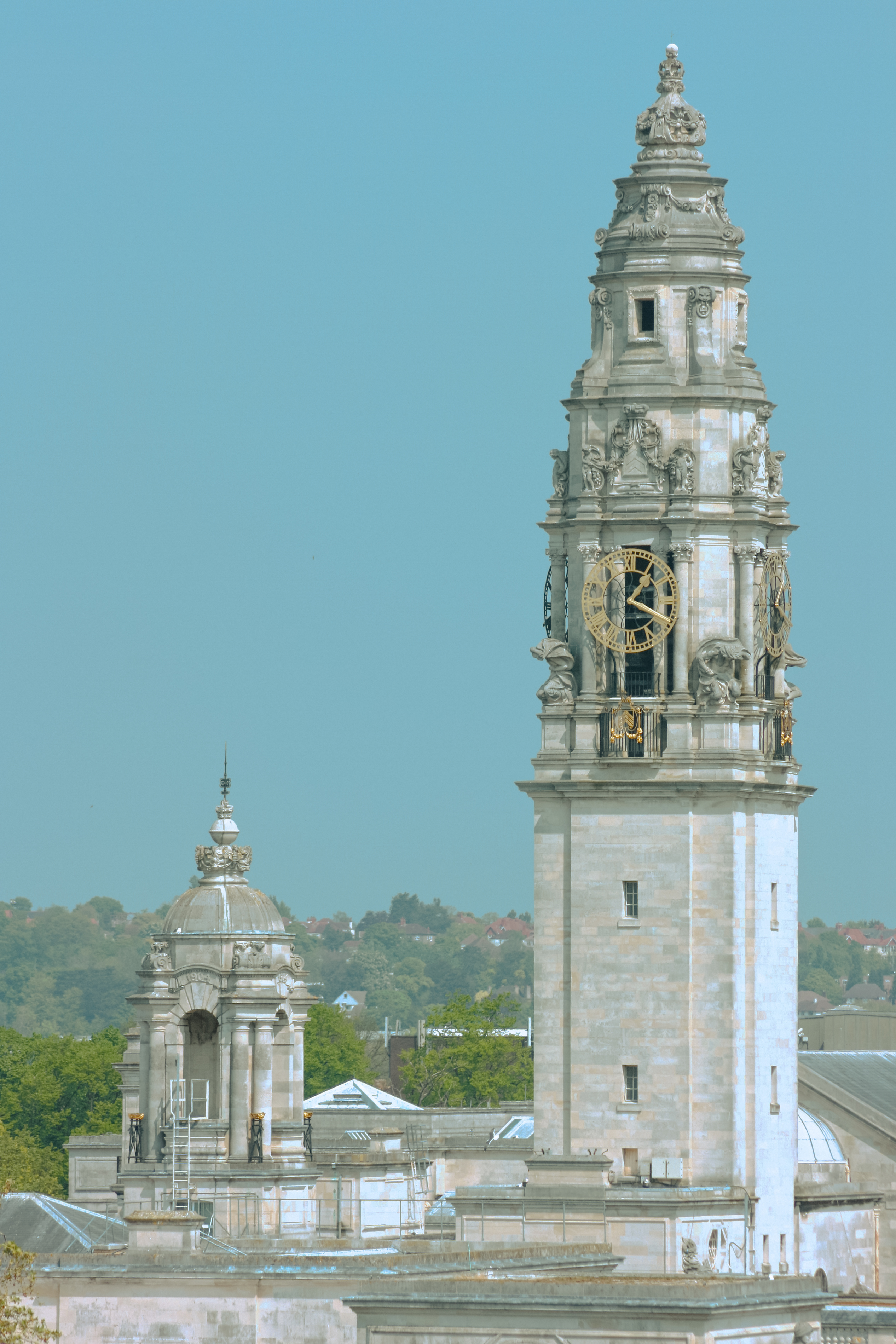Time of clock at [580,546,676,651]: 1:18
